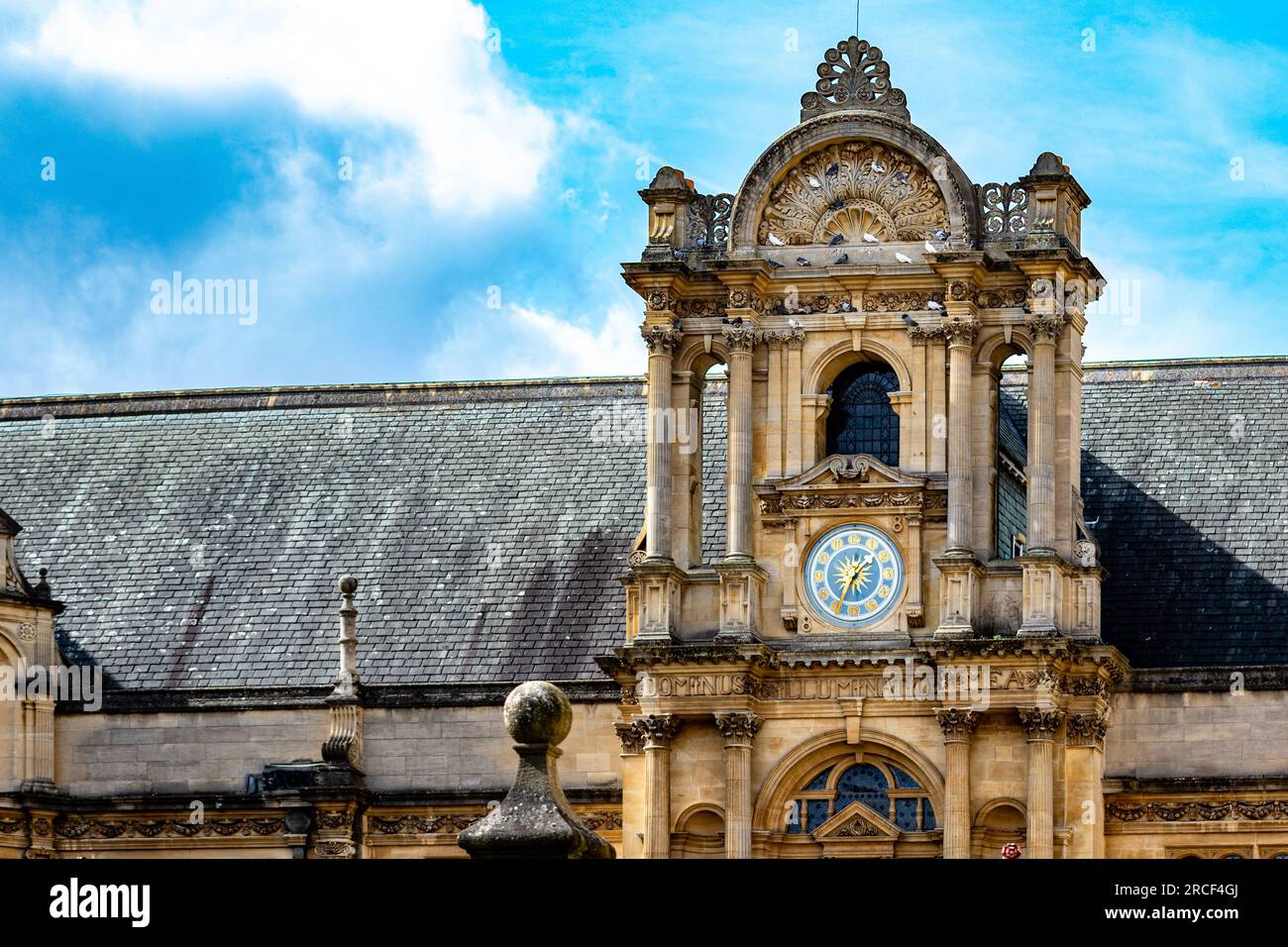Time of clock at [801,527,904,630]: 1:34
